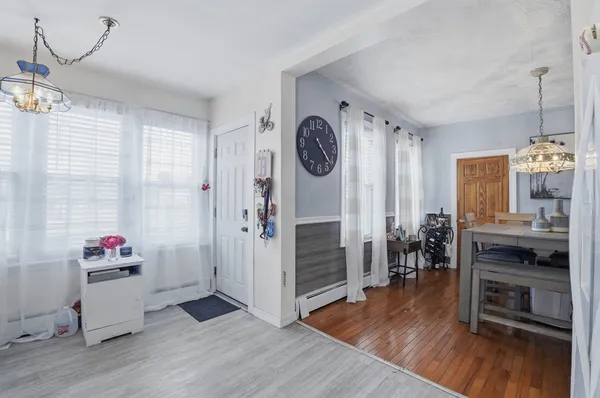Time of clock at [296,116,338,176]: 4:22
